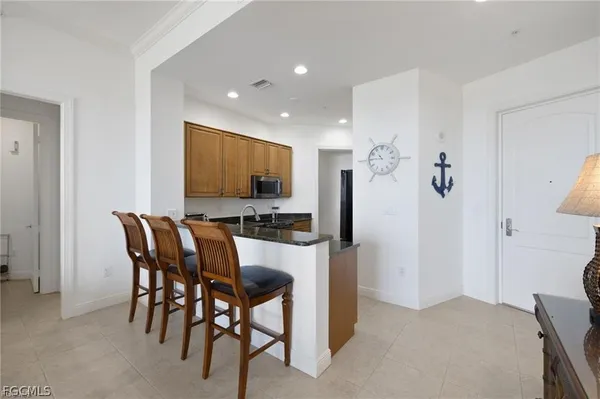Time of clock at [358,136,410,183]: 10:45
